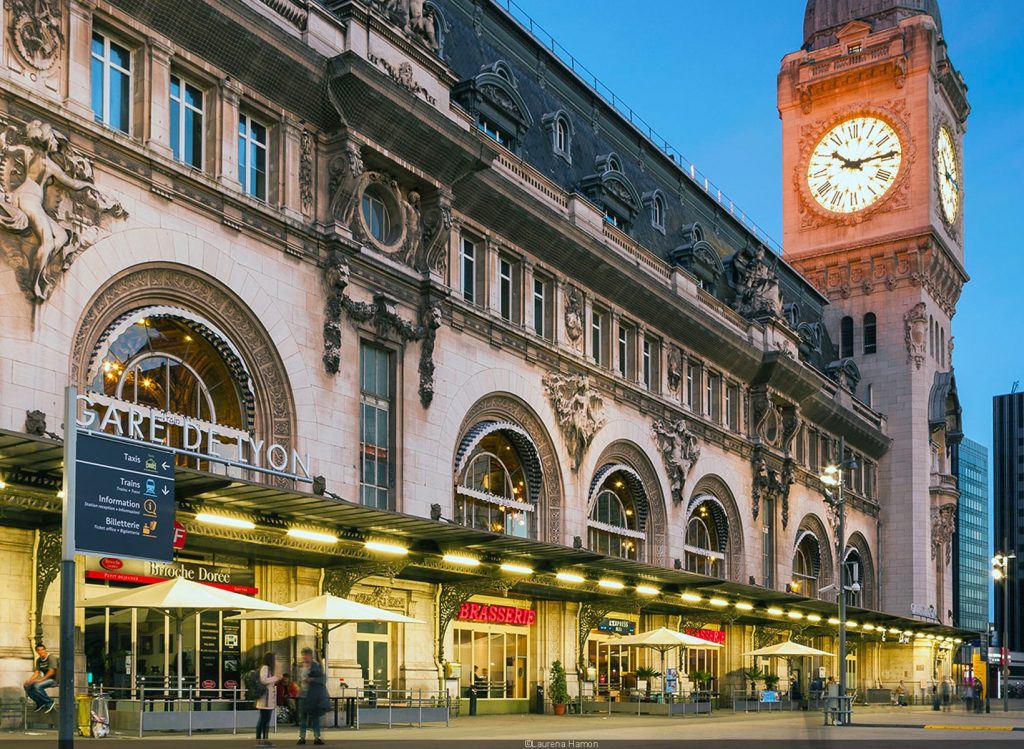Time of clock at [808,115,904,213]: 10:14
